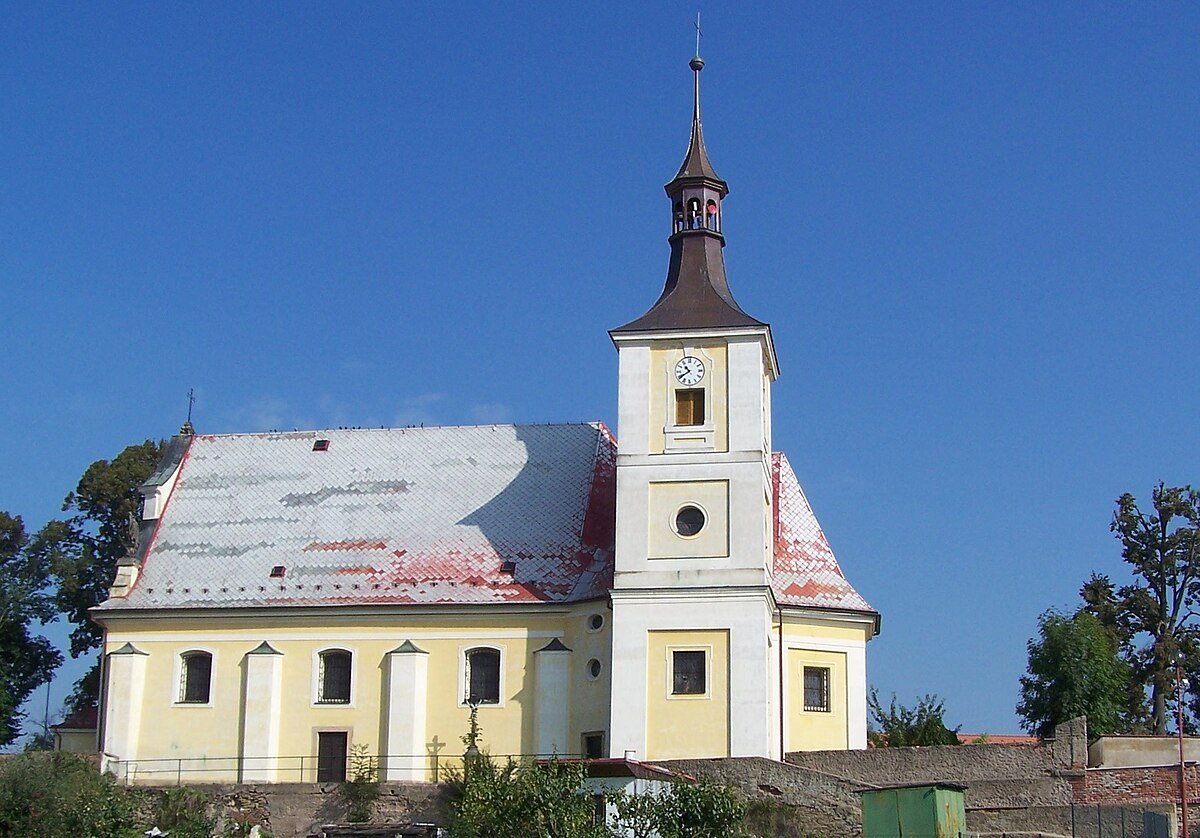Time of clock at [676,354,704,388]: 10:39
